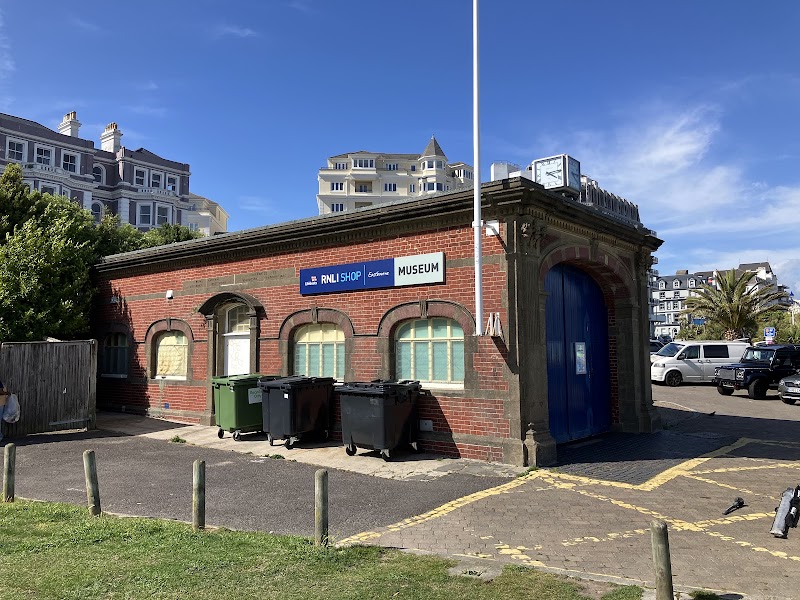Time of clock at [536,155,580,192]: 4:13
